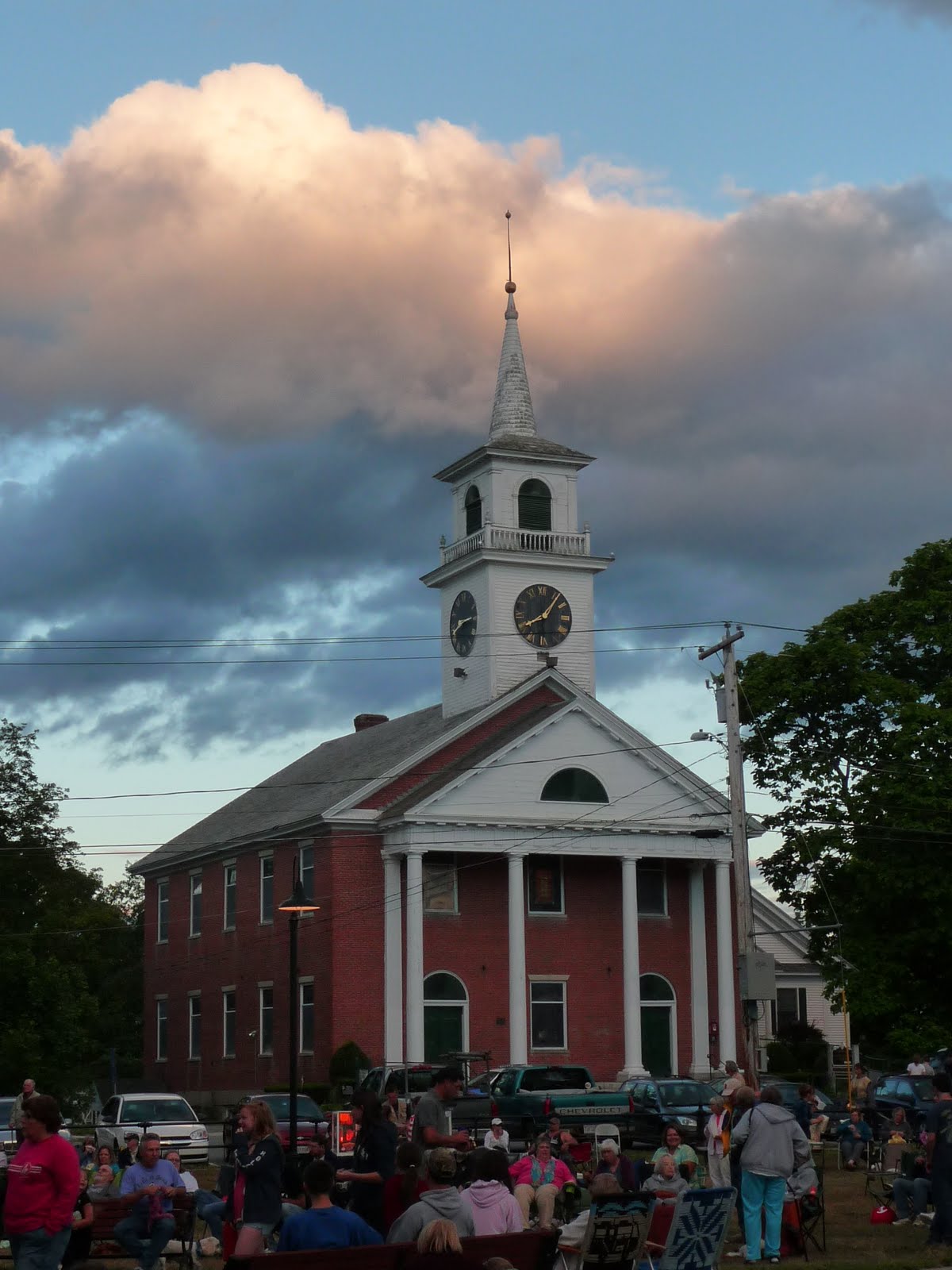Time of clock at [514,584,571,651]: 8:06
